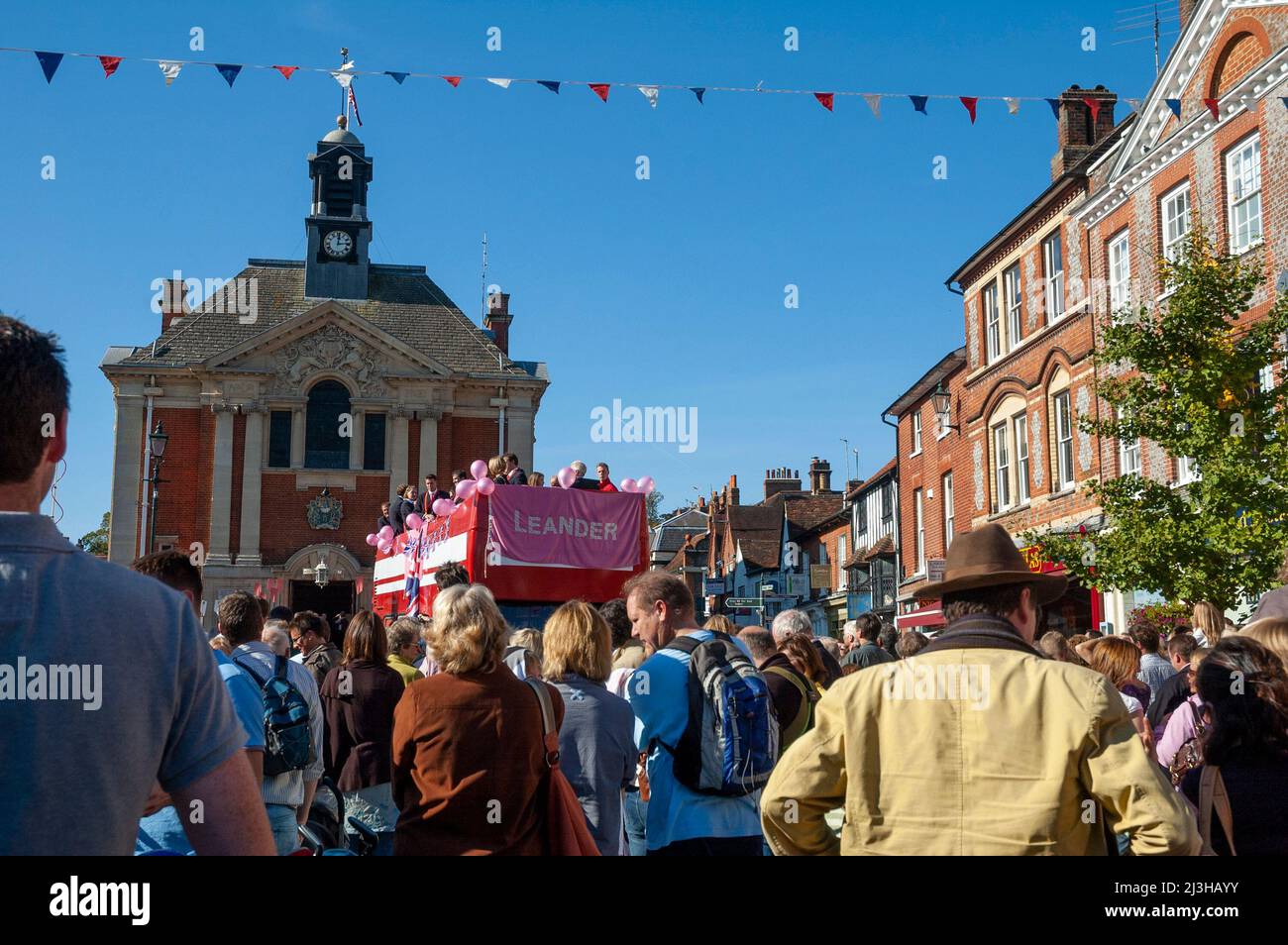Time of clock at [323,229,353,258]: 12:14
